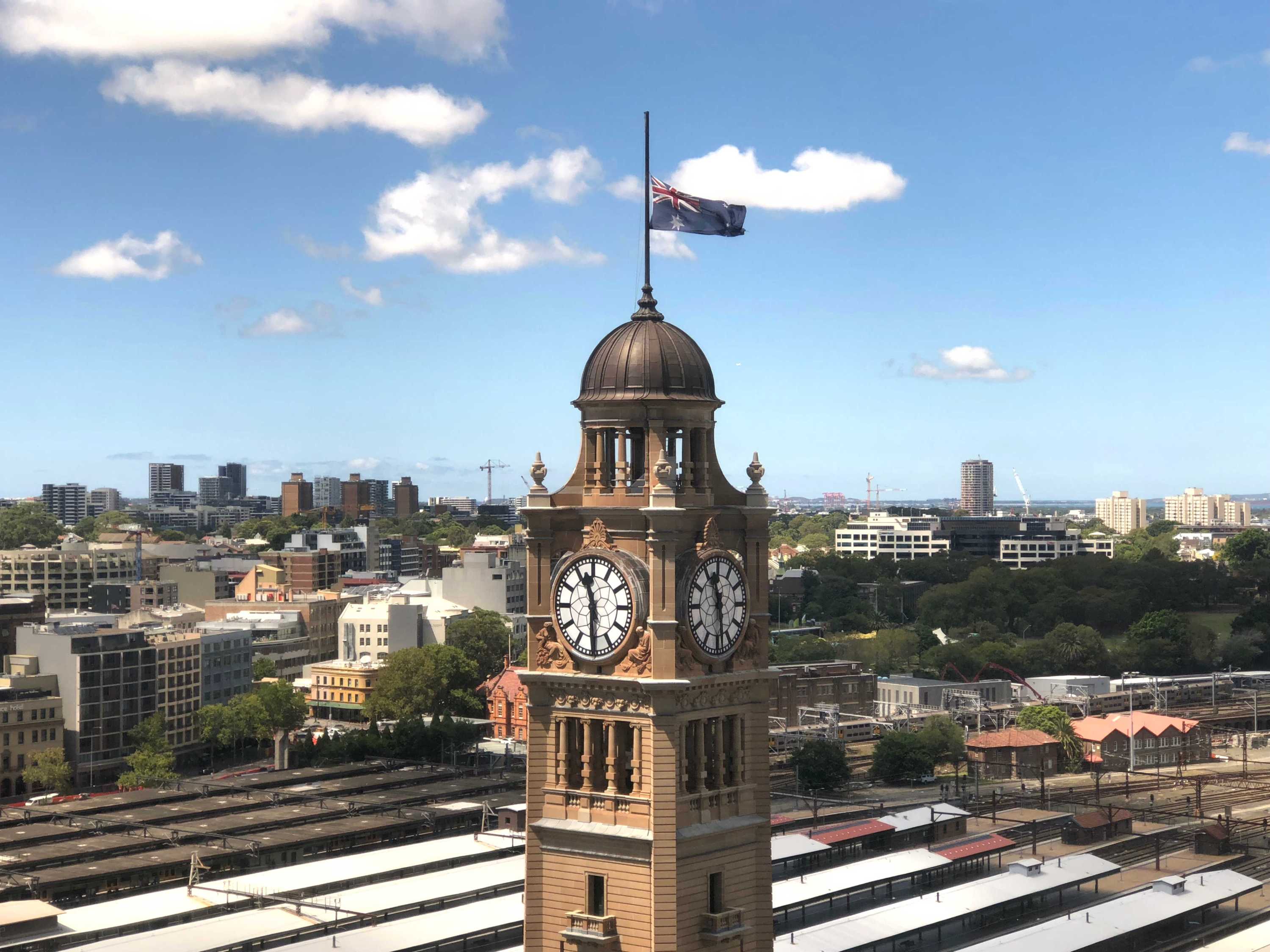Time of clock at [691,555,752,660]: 11:28
